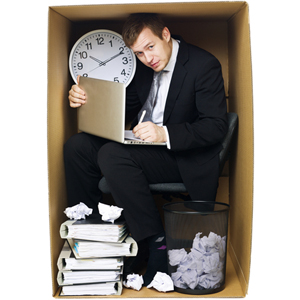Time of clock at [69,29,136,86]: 10:11
